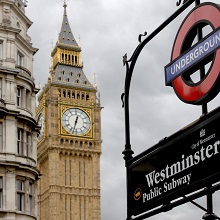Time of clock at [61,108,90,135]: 12:32
